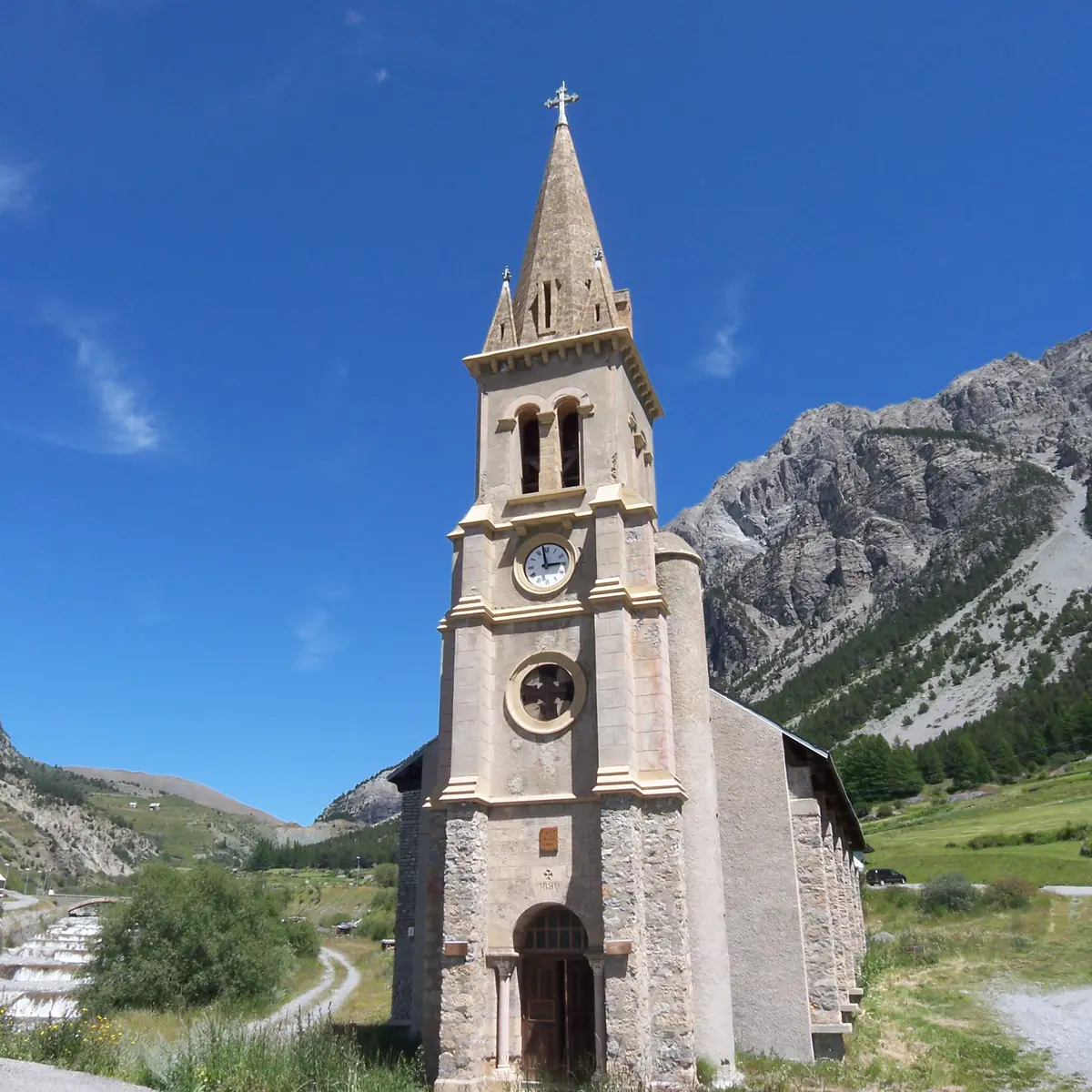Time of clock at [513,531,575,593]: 2:58
